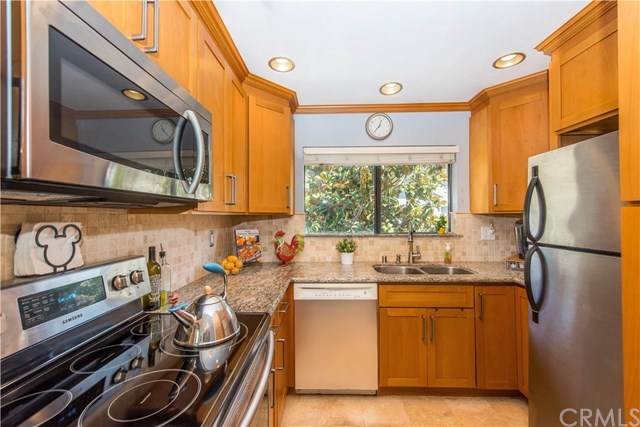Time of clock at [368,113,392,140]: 12:36
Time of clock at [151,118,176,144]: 11:22
